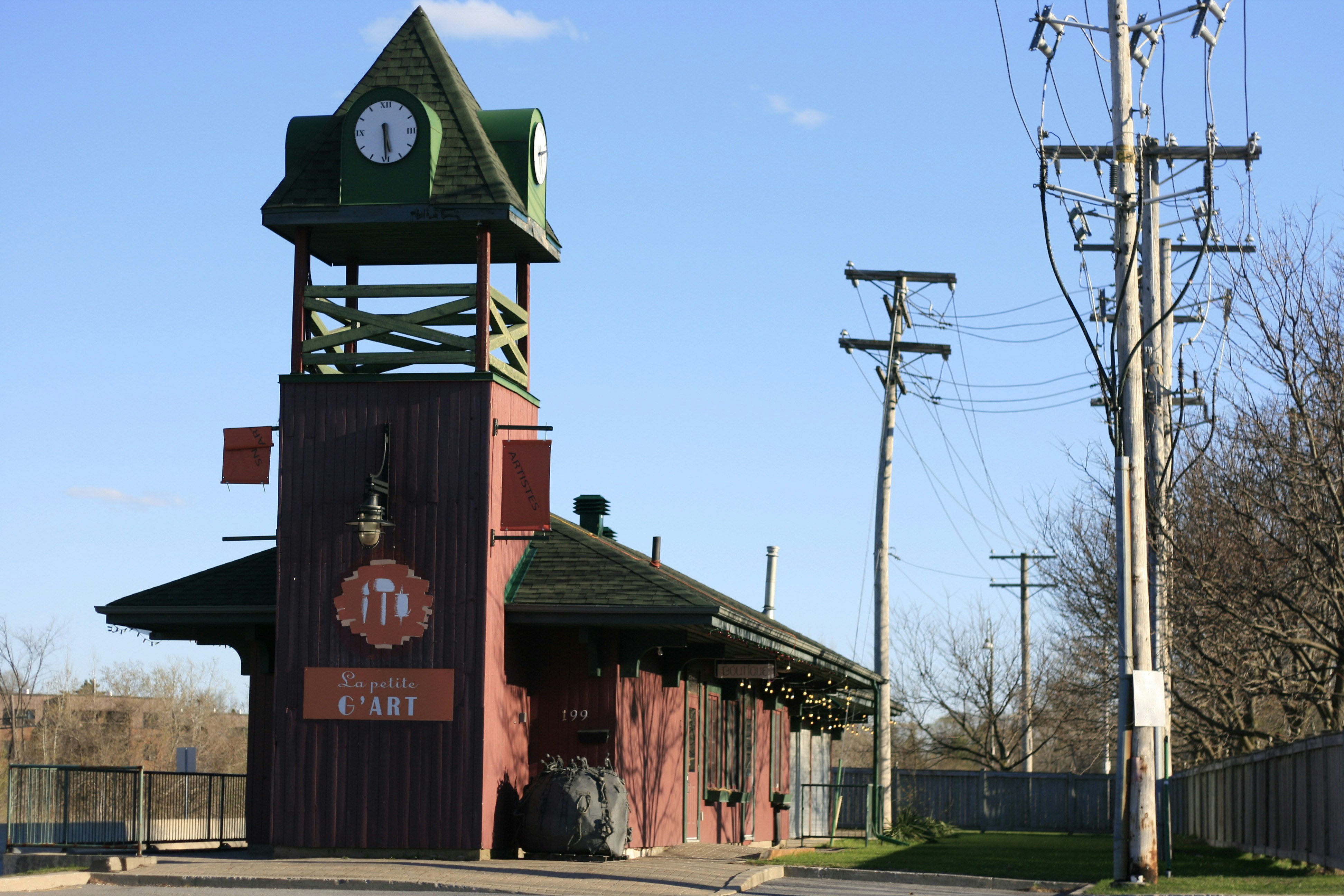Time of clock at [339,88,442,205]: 5:29
